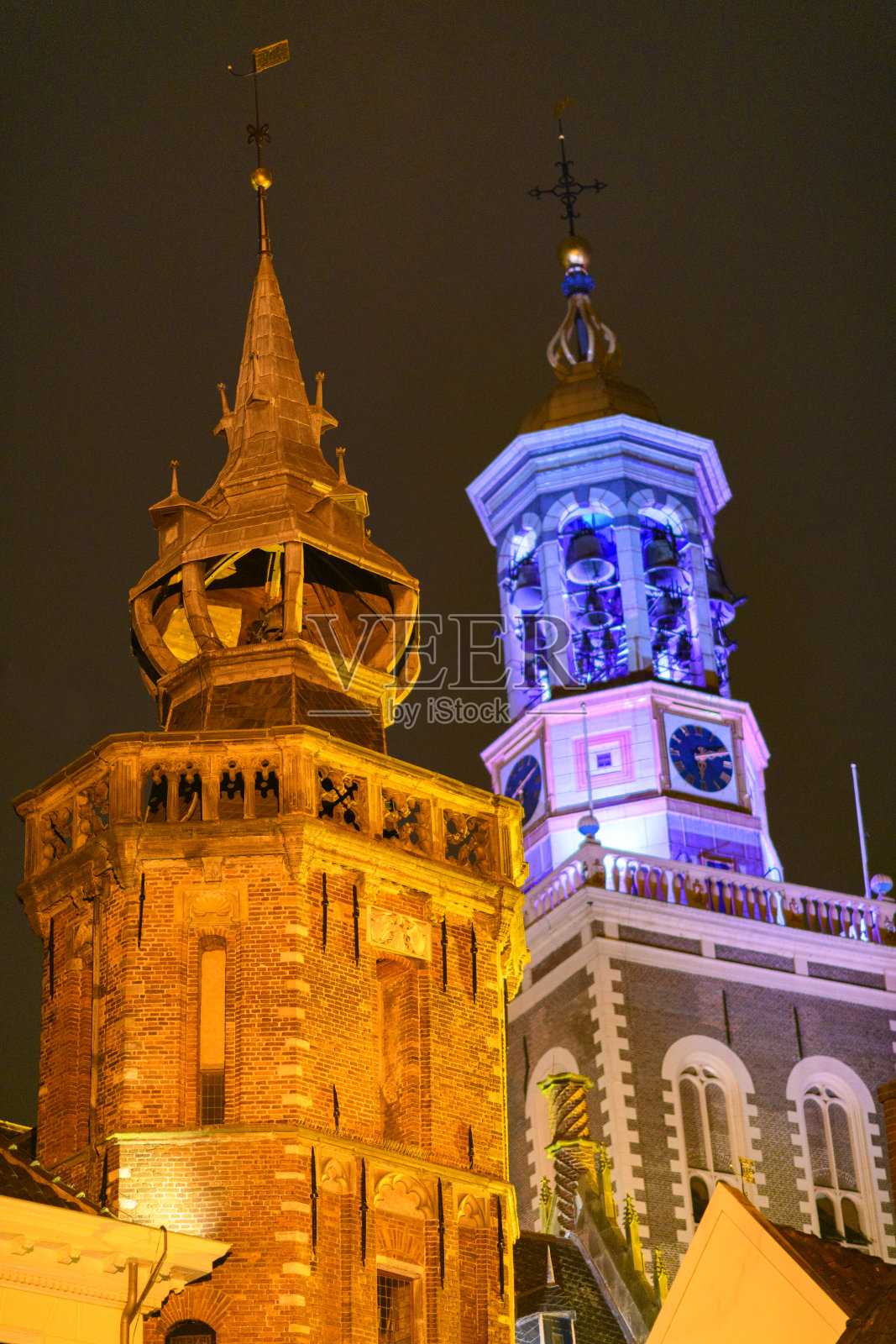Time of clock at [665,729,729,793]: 6:11
